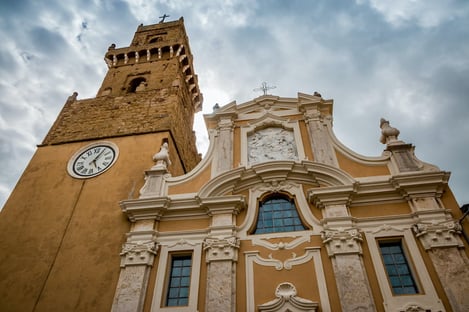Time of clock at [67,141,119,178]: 5:05
